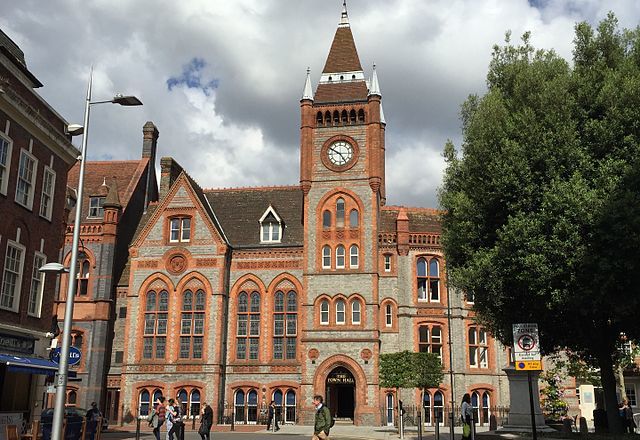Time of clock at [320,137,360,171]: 4:50
